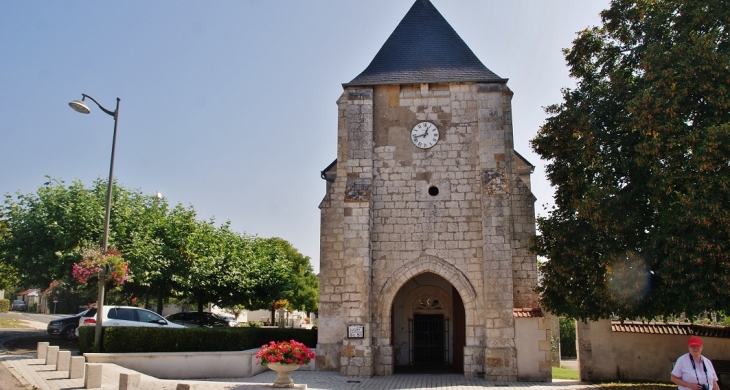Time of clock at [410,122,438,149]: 12:42
